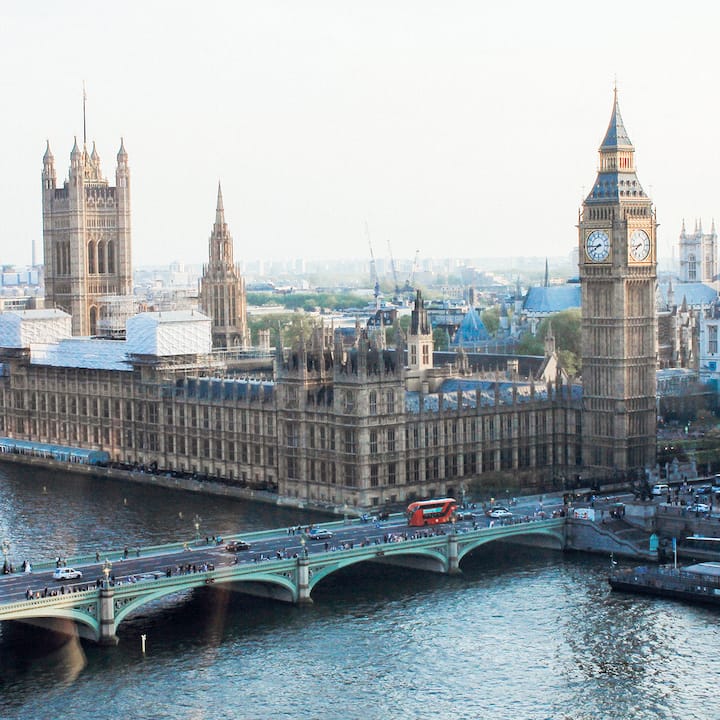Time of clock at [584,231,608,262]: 7:44
